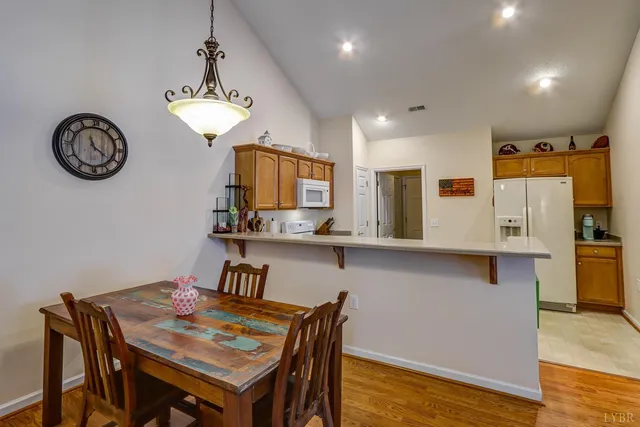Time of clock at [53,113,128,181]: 11:21
